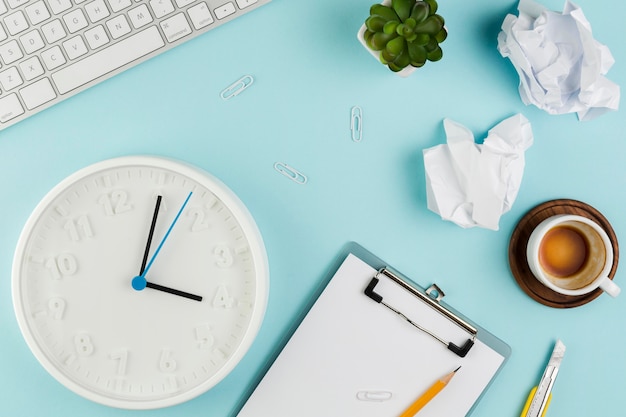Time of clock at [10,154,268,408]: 4:05
